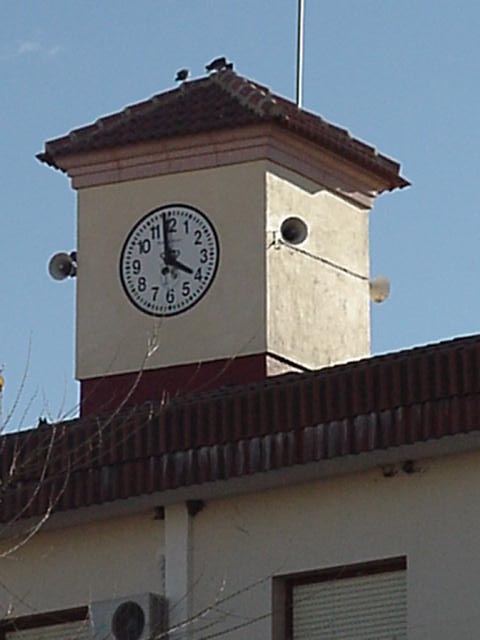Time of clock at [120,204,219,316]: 3:58
